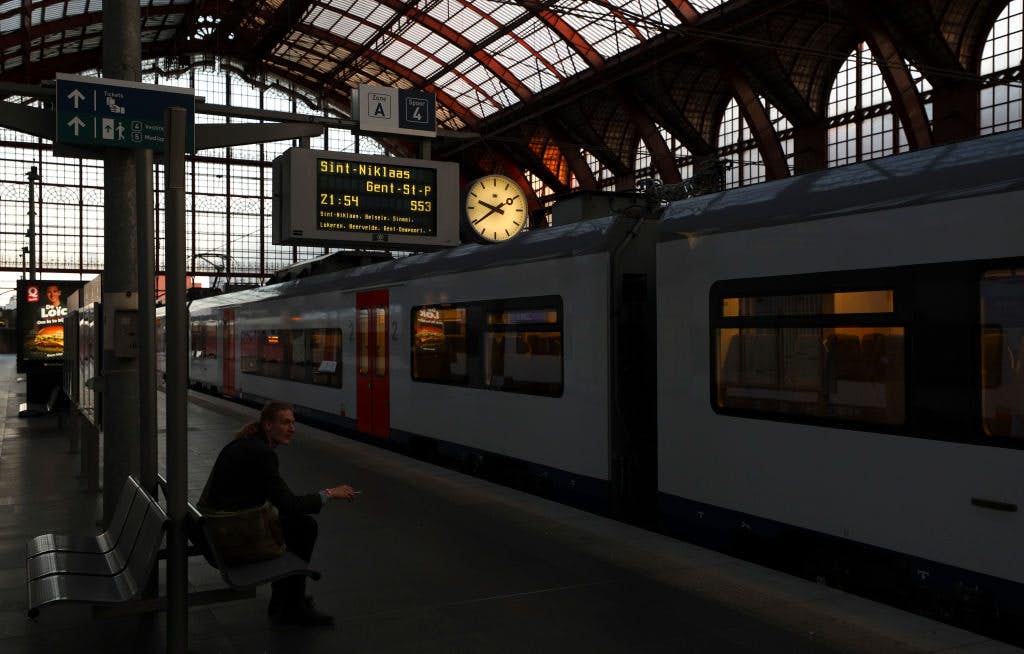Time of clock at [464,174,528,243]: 9:39
